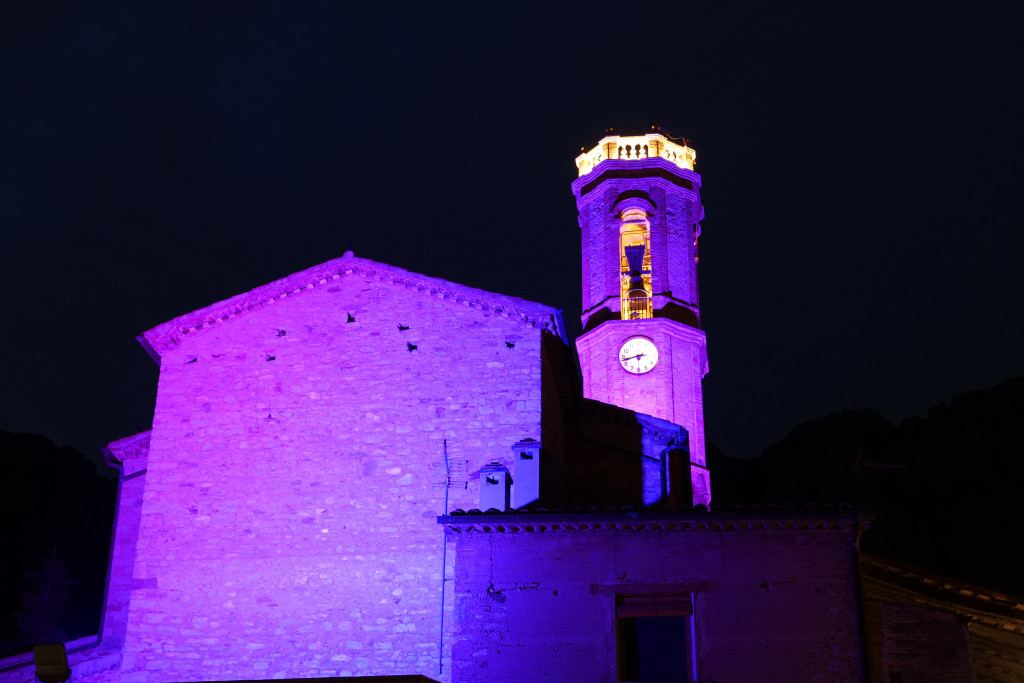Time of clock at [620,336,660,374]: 2:42
